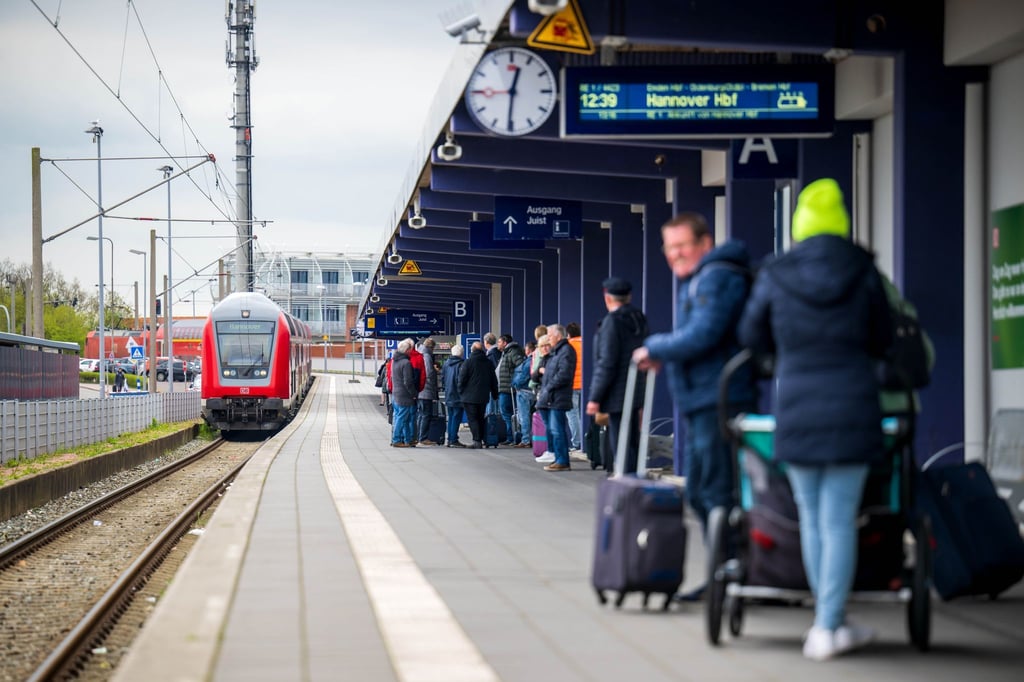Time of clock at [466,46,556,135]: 12:30
